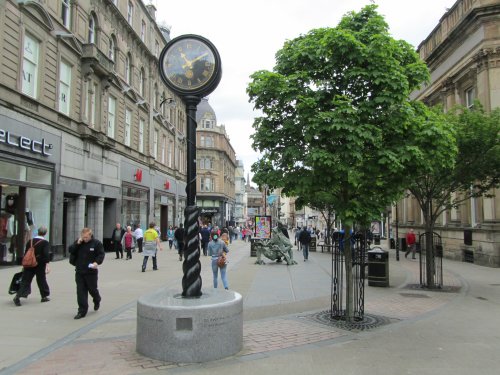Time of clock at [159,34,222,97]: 11:09
